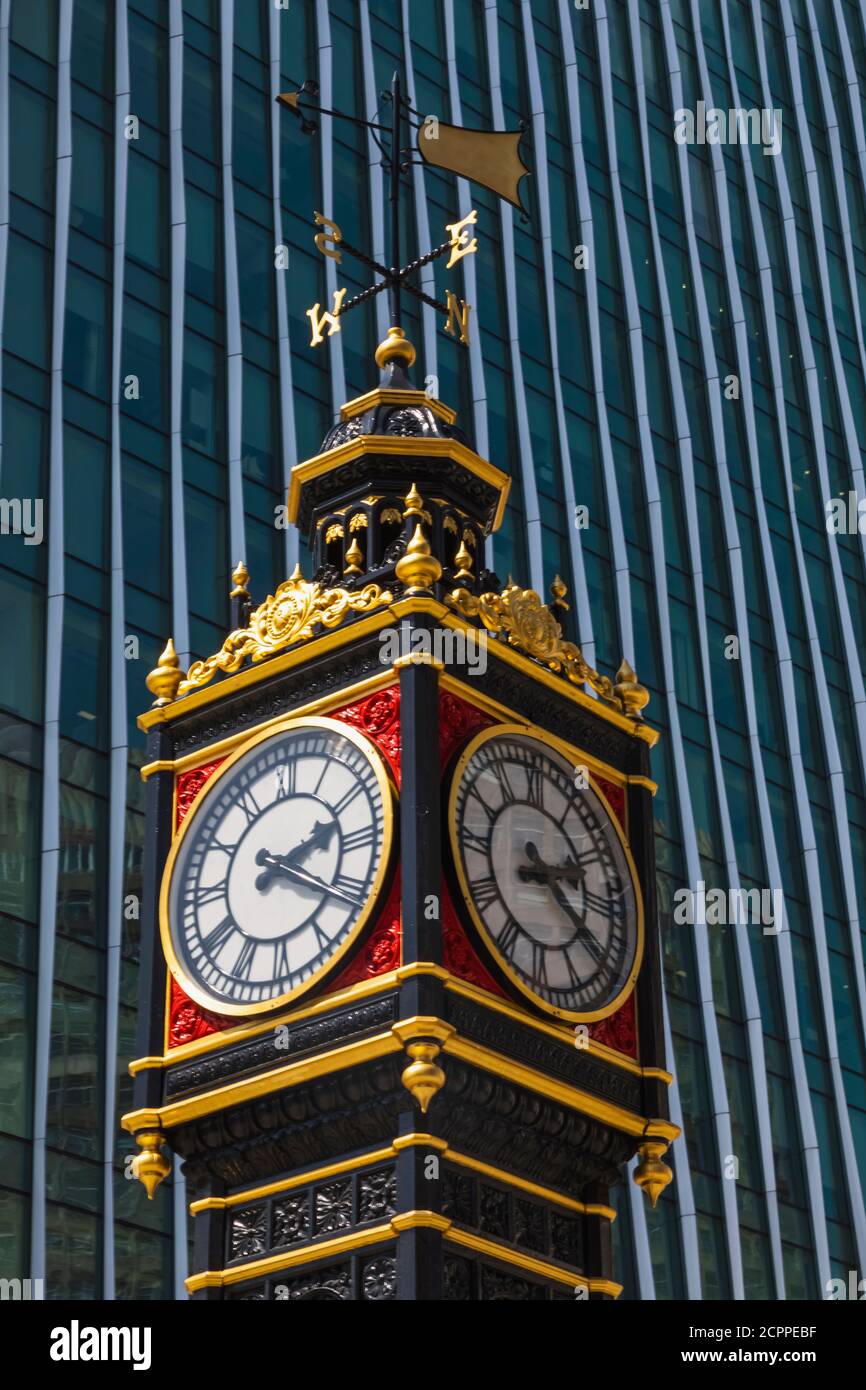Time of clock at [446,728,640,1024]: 2:21
